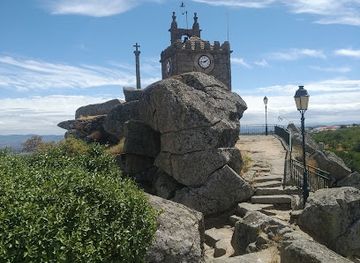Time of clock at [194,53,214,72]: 1:43
